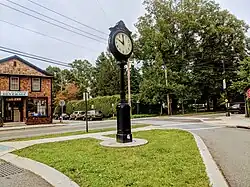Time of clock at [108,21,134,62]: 10:00
